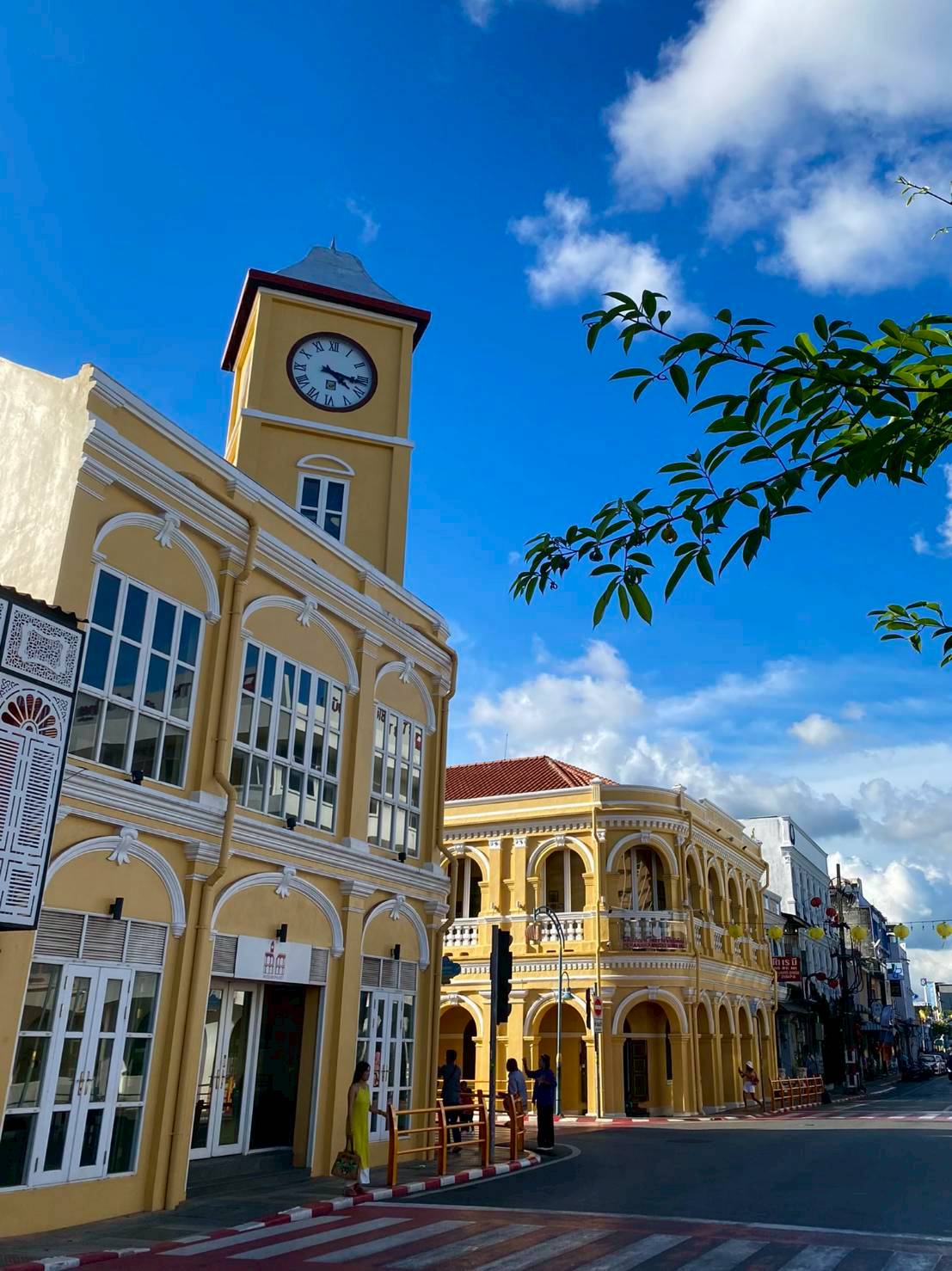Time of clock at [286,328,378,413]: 4:16
